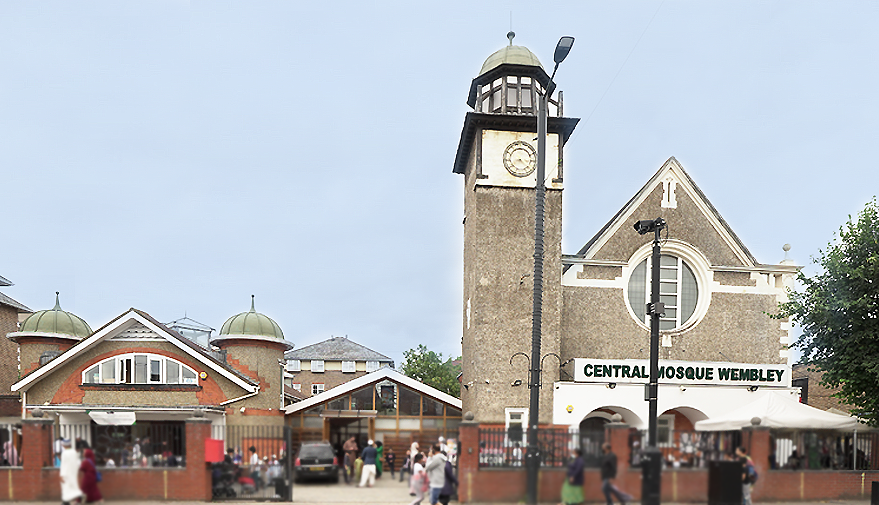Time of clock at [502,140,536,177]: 8:21
